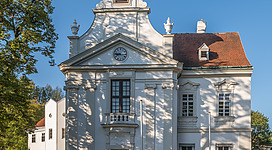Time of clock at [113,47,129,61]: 8:16
